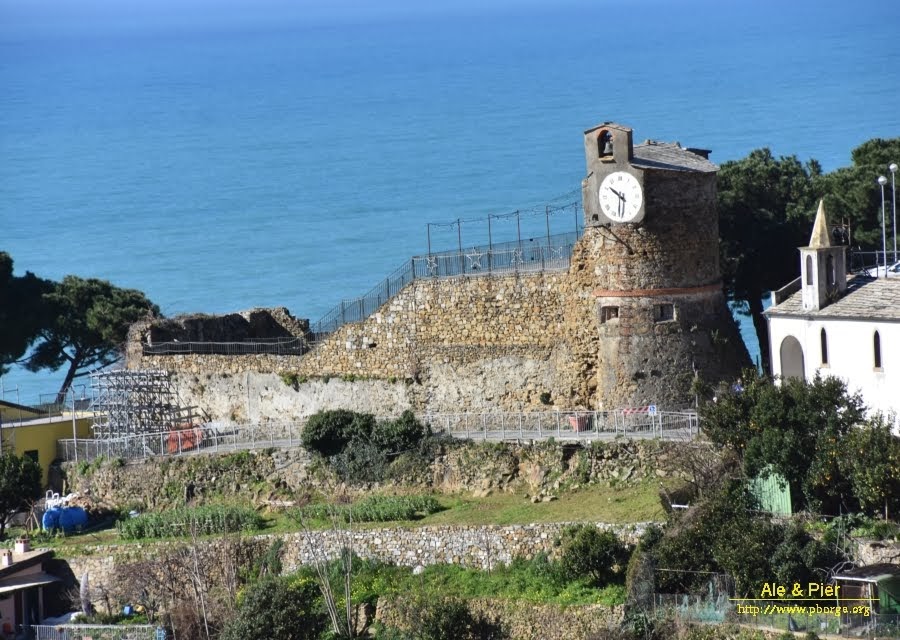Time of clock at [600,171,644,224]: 10:31
